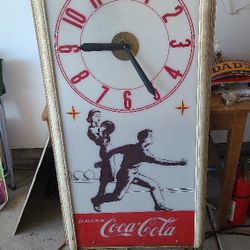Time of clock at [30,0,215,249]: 4:45
